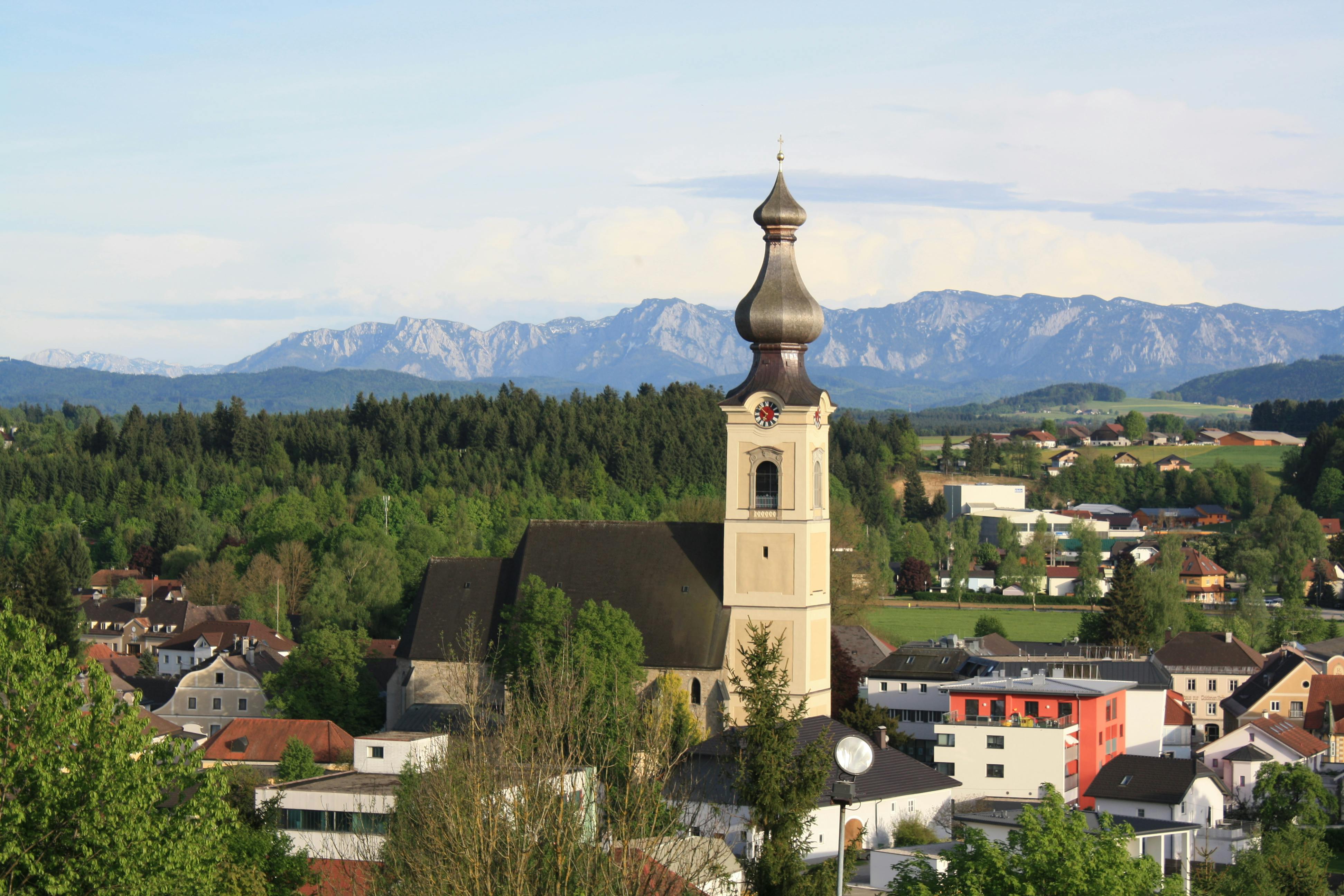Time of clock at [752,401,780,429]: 10:34
